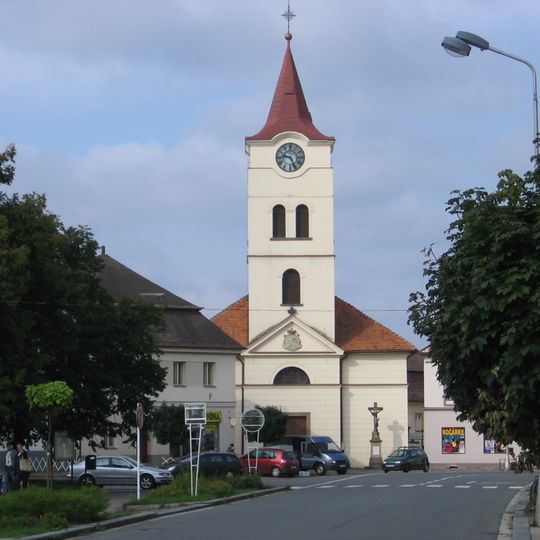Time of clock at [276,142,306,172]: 9:25
